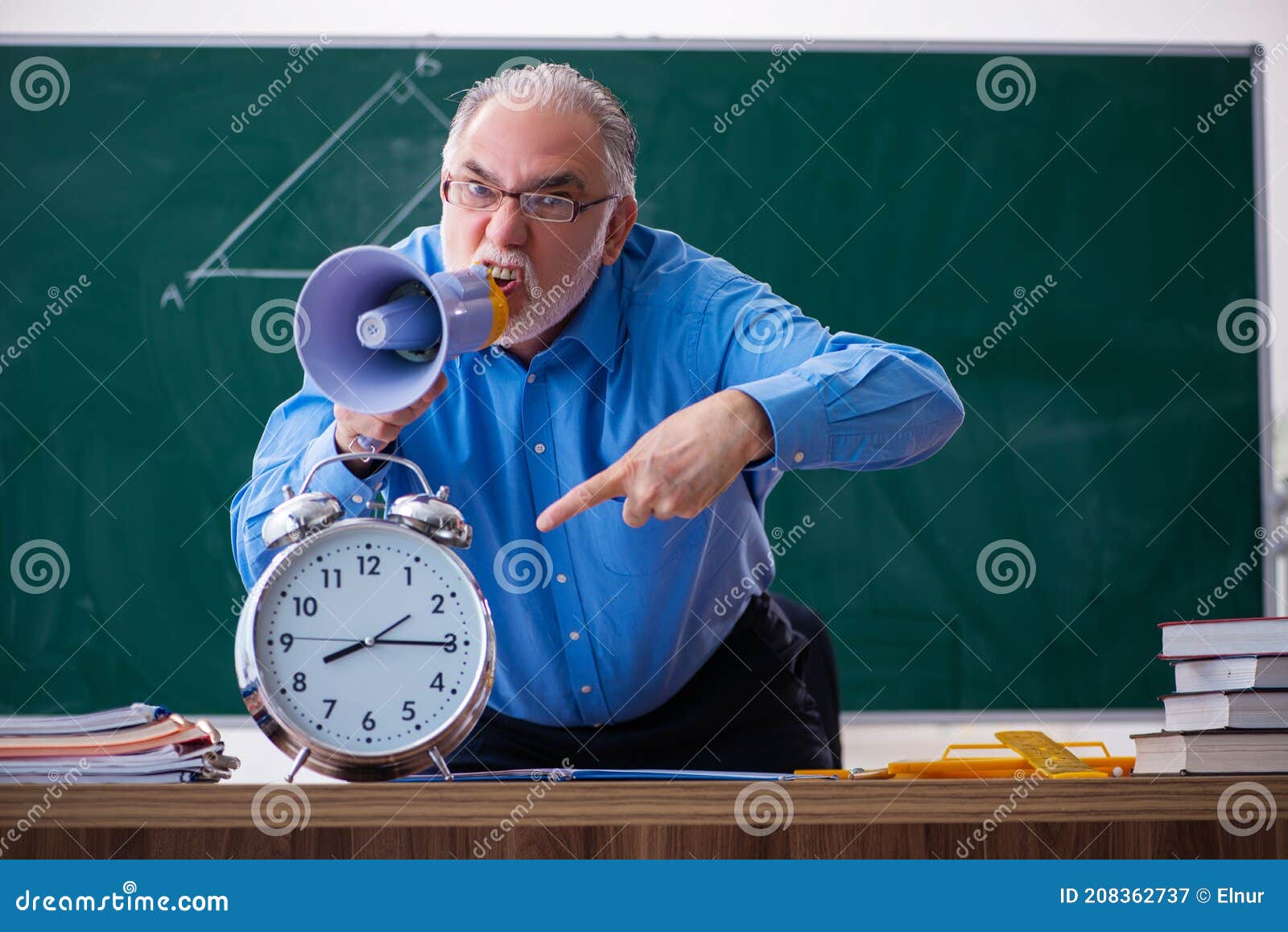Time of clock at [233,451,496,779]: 8:15
